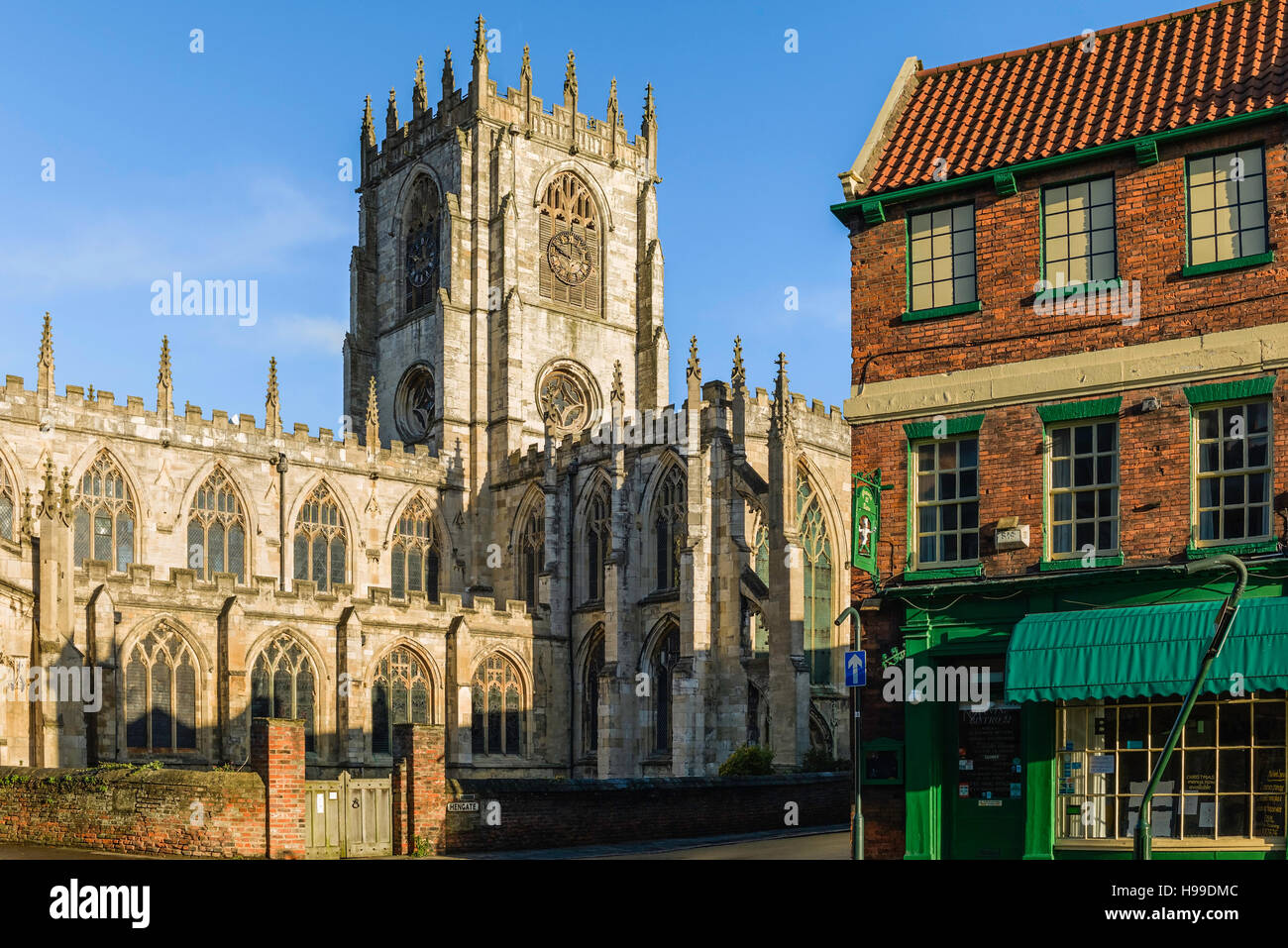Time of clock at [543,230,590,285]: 9:50
